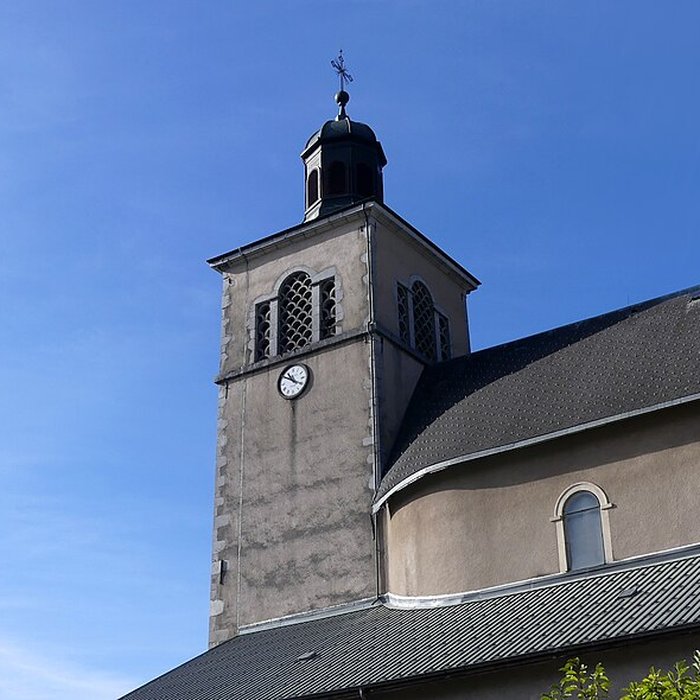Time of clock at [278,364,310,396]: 10:50
